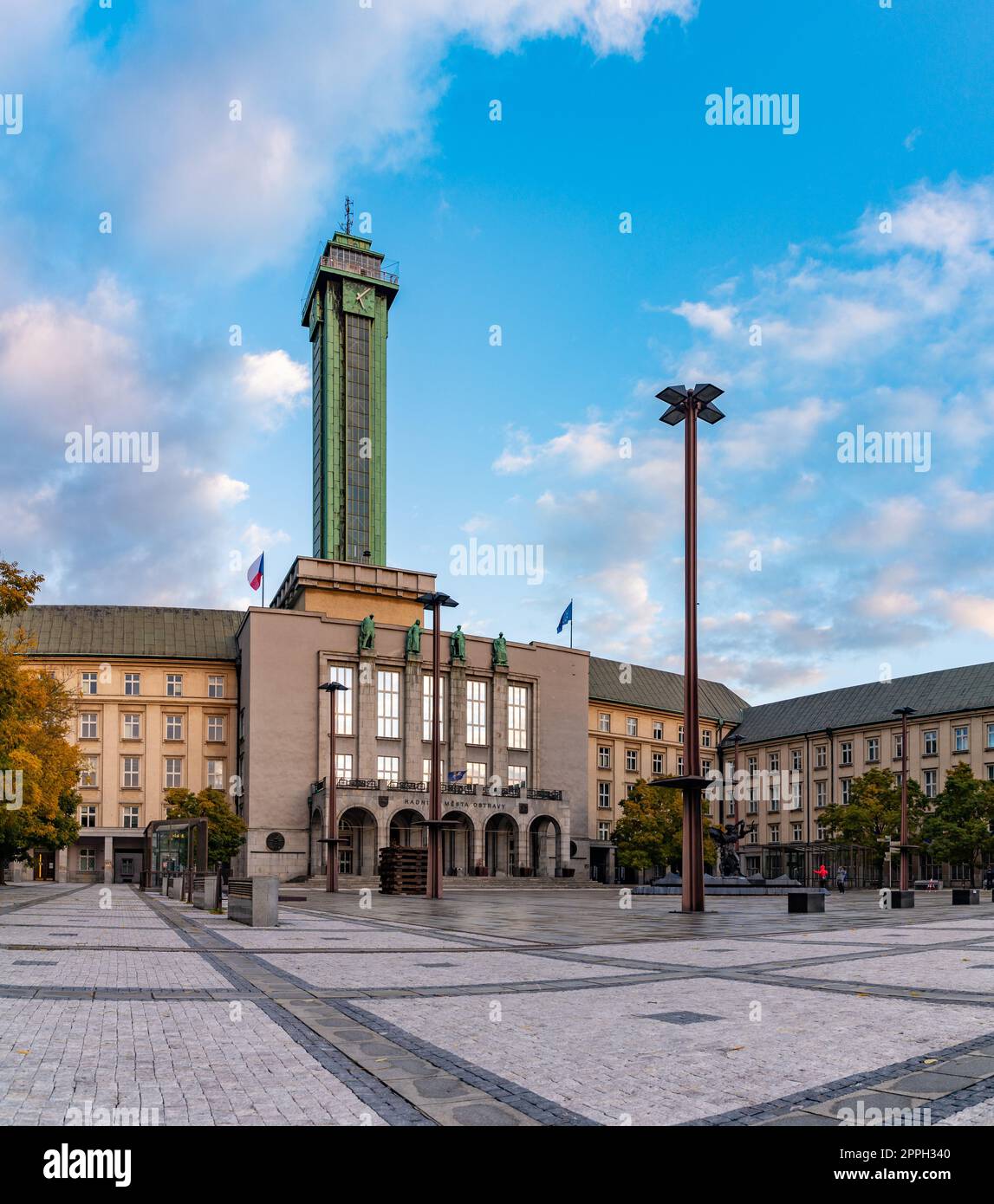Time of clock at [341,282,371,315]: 5:06
